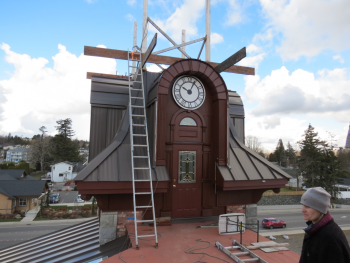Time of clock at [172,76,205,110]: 10:04
